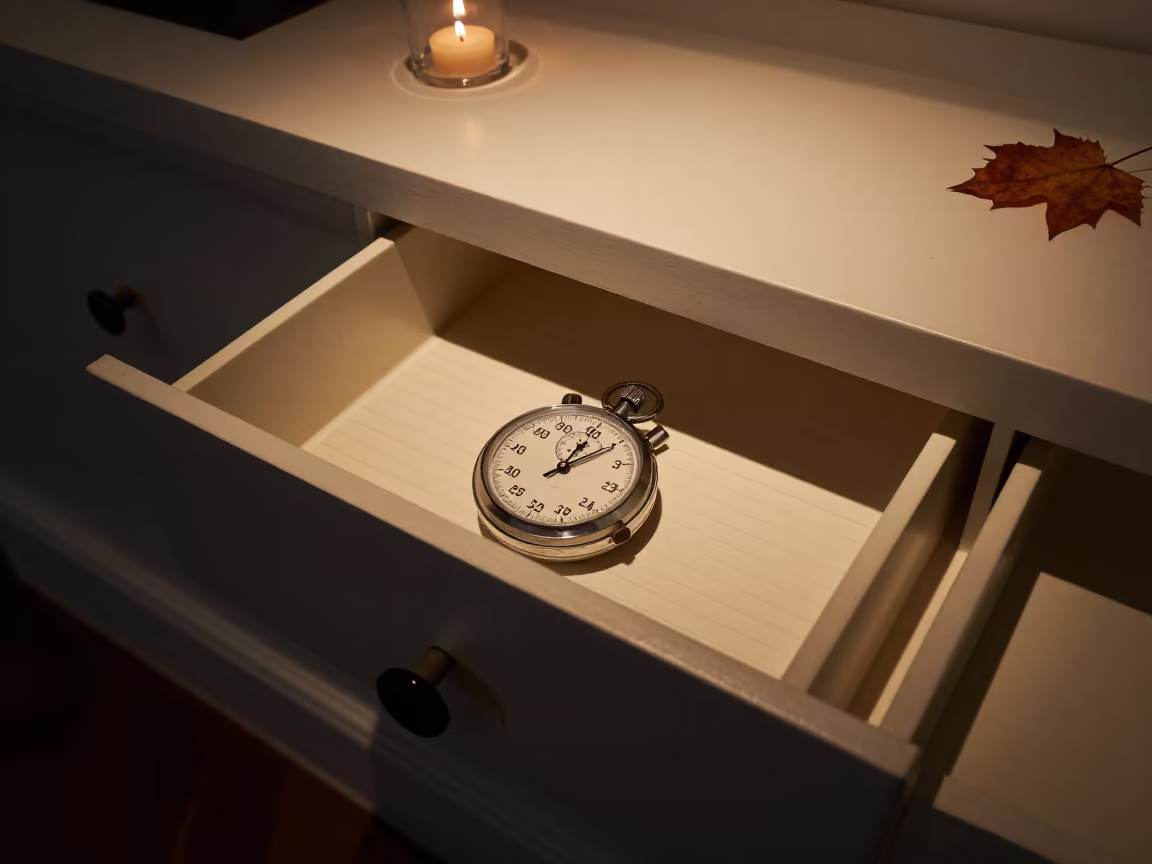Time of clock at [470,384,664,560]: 1:10
